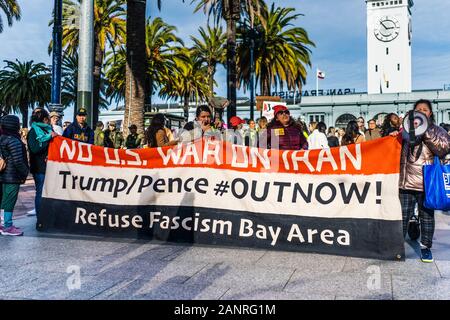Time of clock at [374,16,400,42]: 2:53
